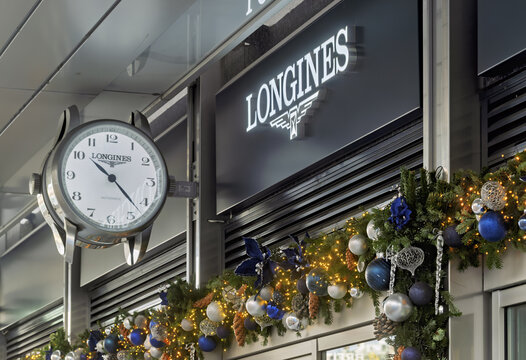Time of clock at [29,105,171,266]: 10:22
